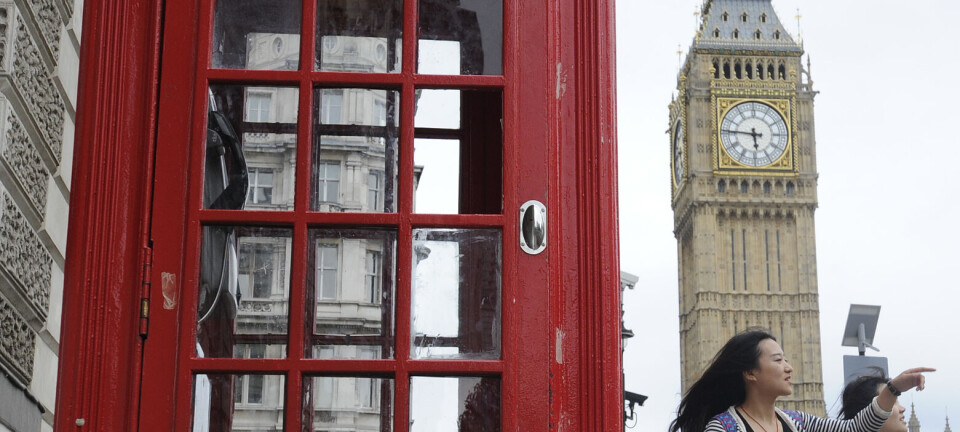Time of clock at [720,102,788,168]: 5:45
